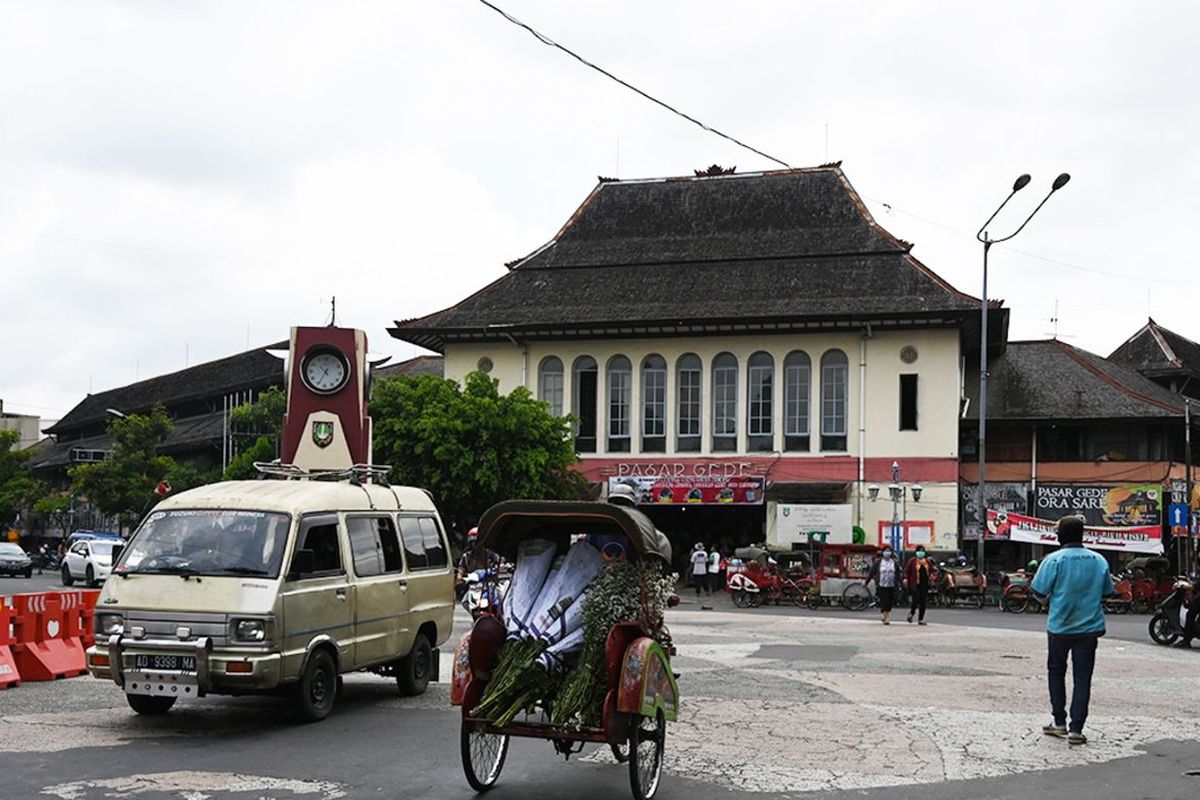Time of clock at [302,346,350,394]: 10:34
